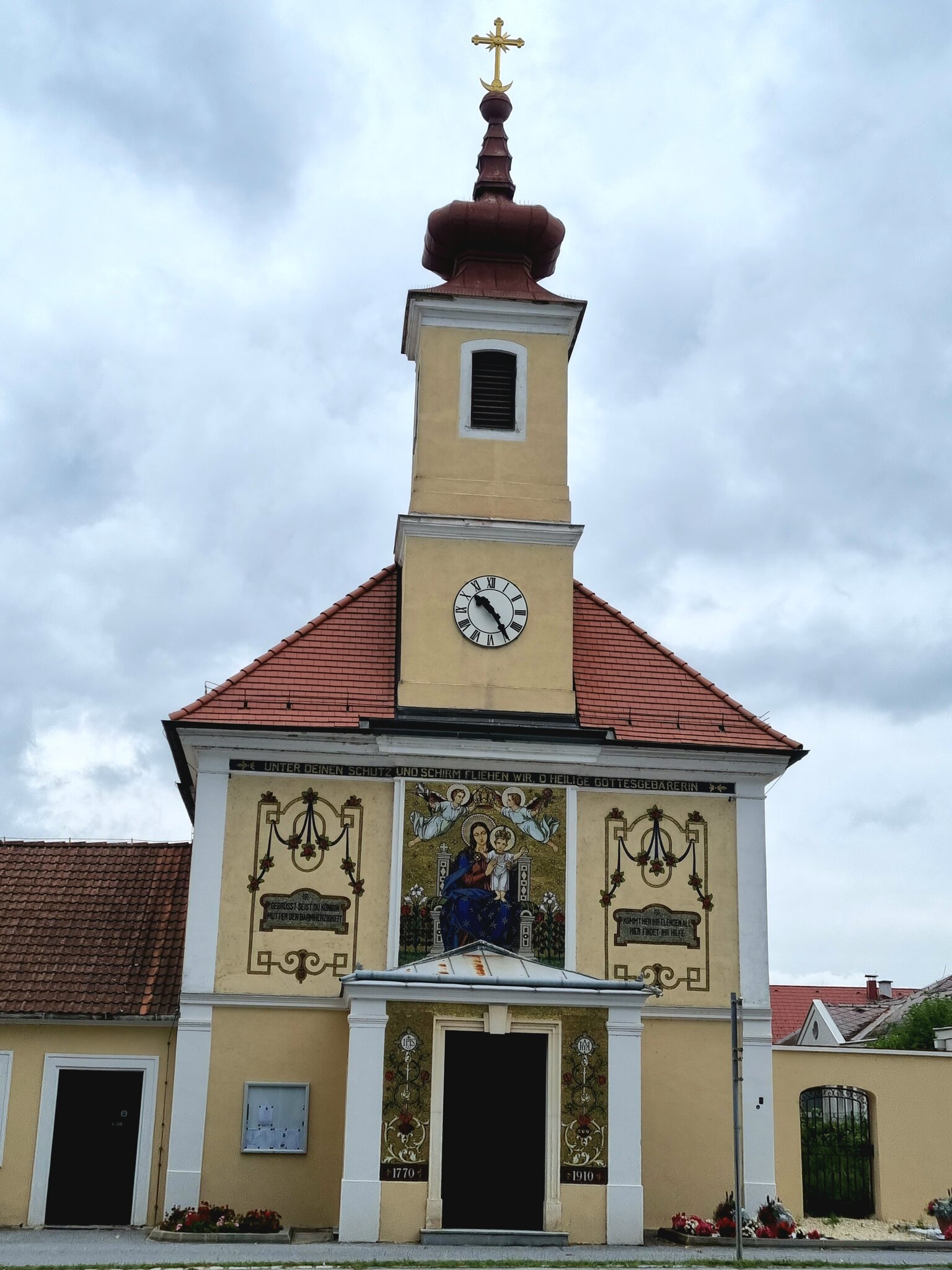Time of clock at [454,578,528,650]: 10:24
